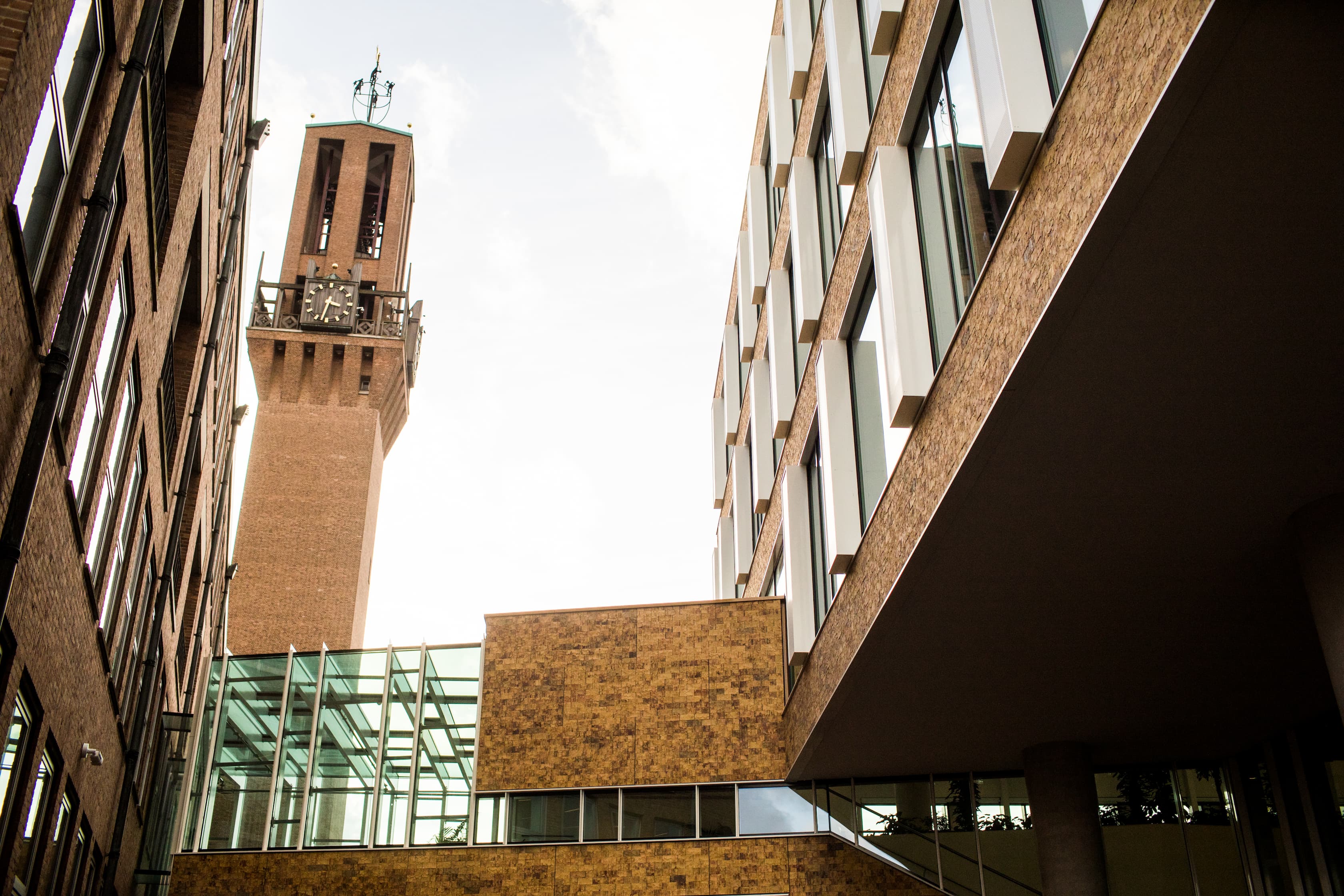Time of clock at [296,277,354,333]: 3:32
